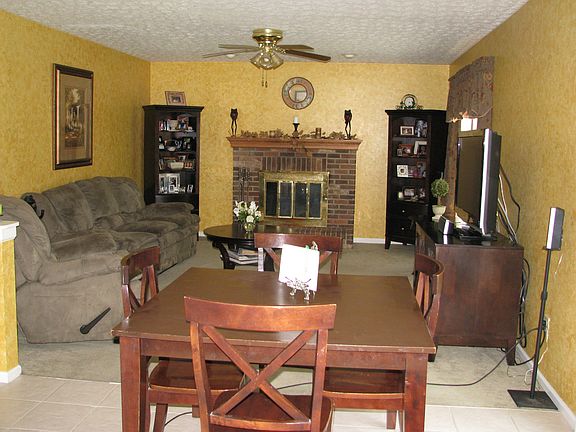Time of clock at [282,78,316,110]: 6:13
